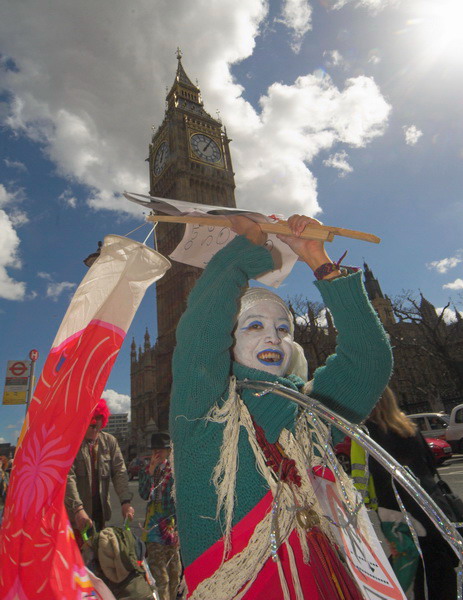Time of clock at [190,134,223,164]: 1:05
